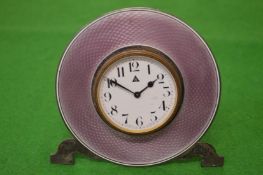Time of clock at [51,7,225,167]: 1:50
